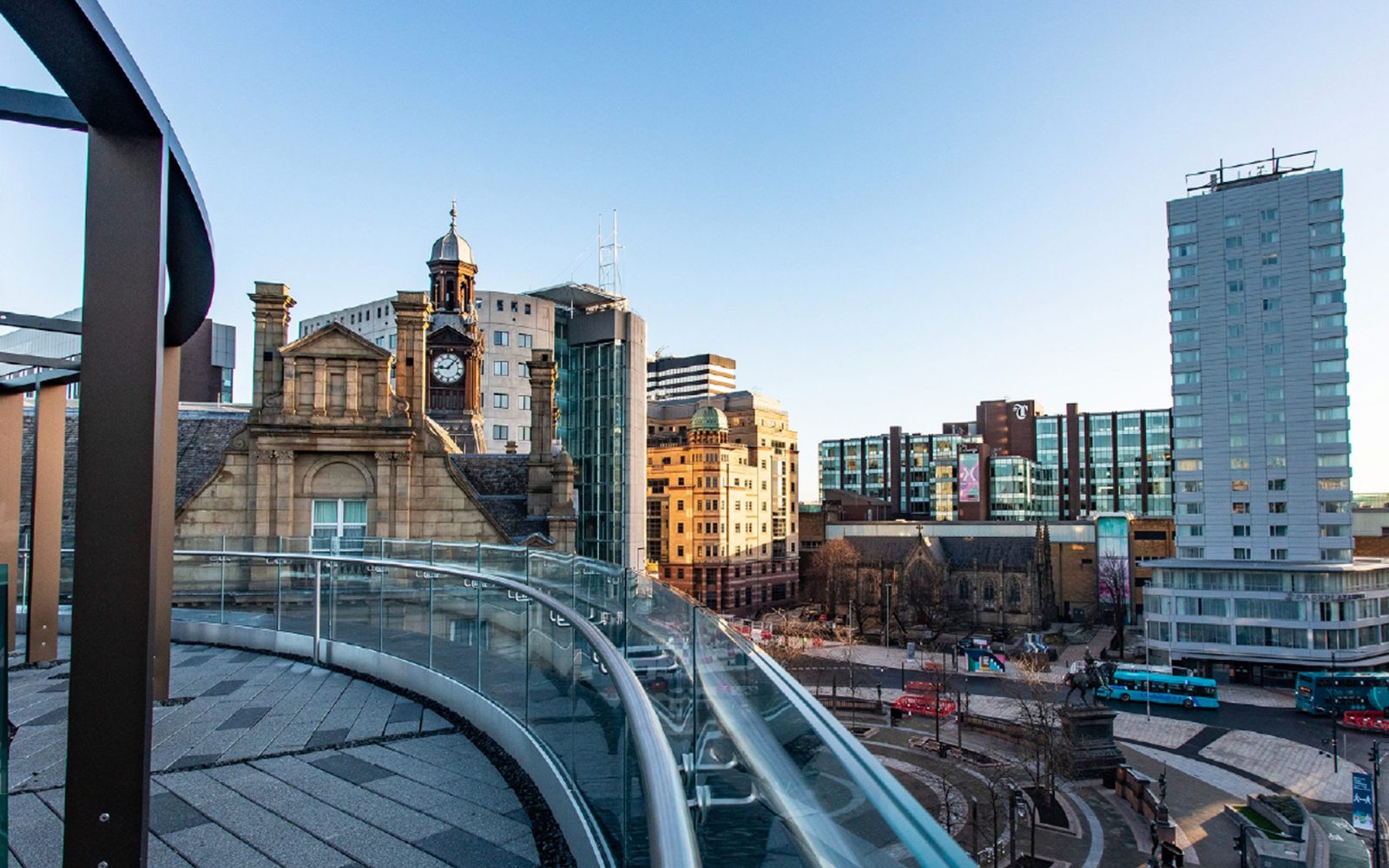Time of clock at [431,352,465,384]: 9:07
